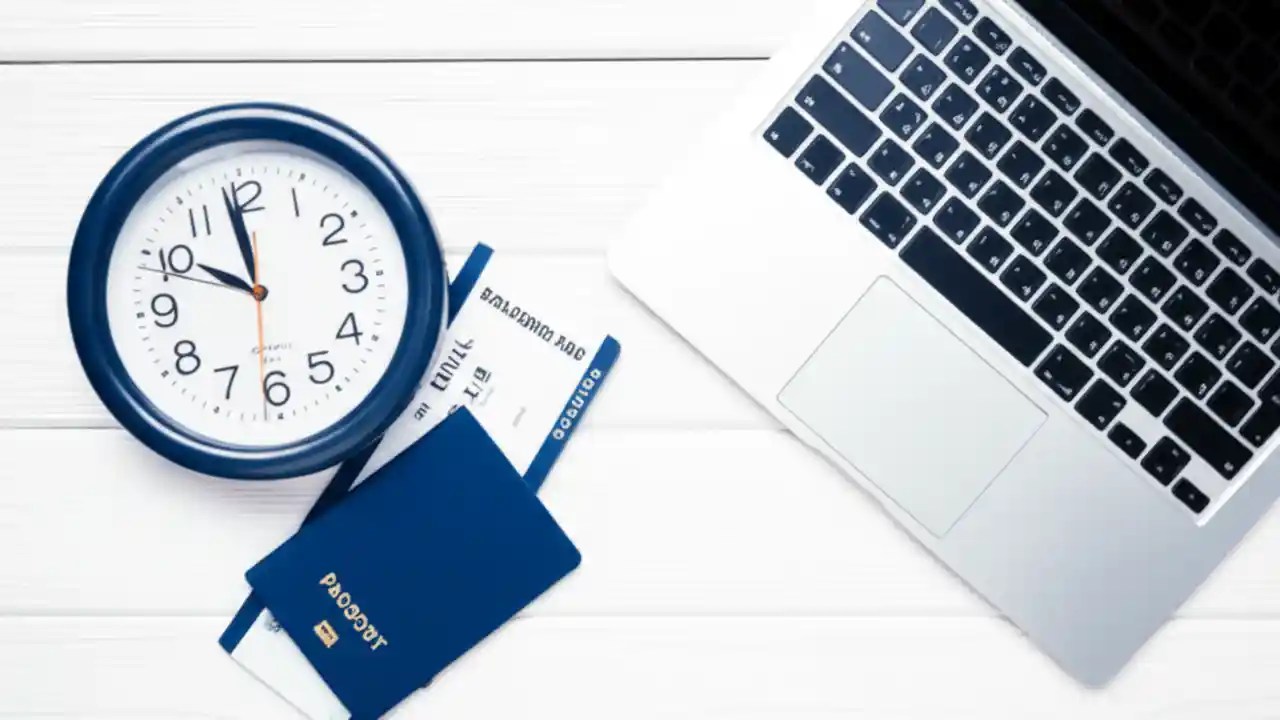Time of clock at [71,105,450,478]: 9:58
